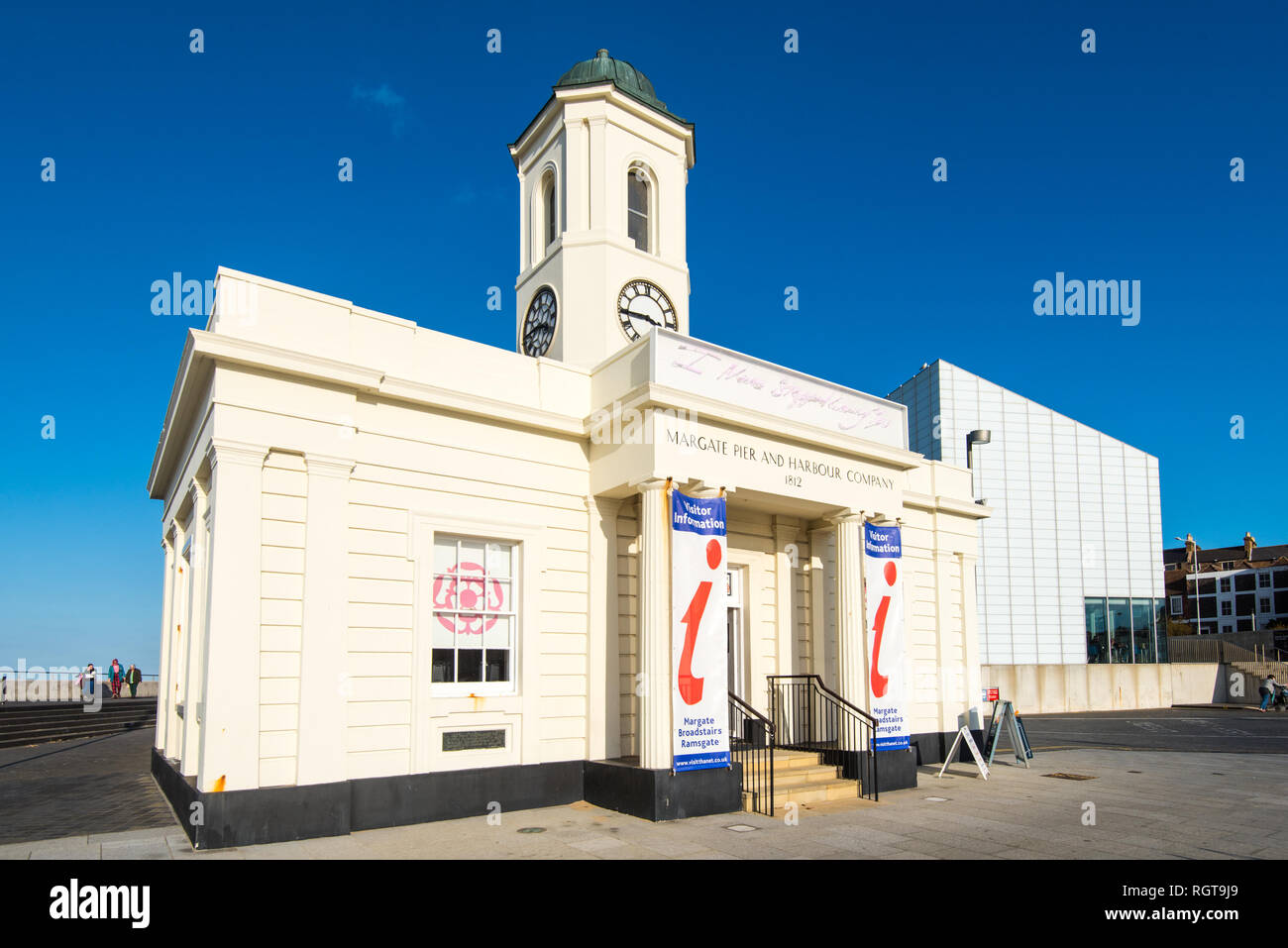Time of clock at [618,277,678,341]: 3:44
